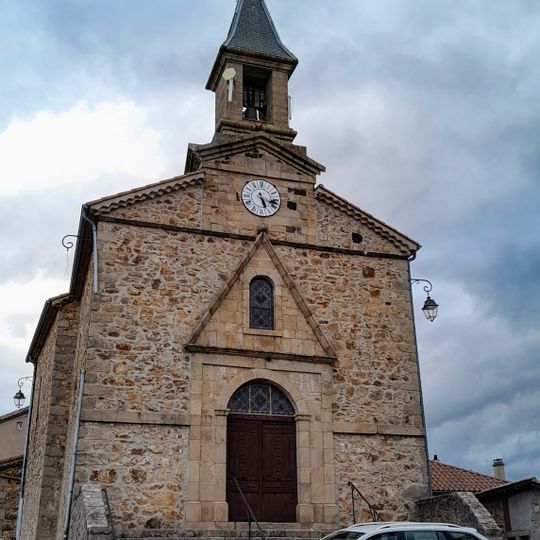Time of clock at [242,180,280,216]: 5:17
